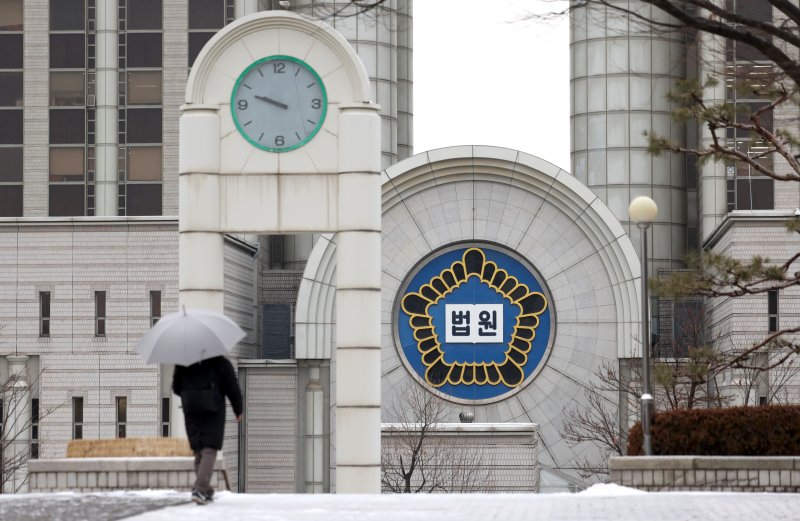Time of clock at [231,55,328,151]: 9:48
